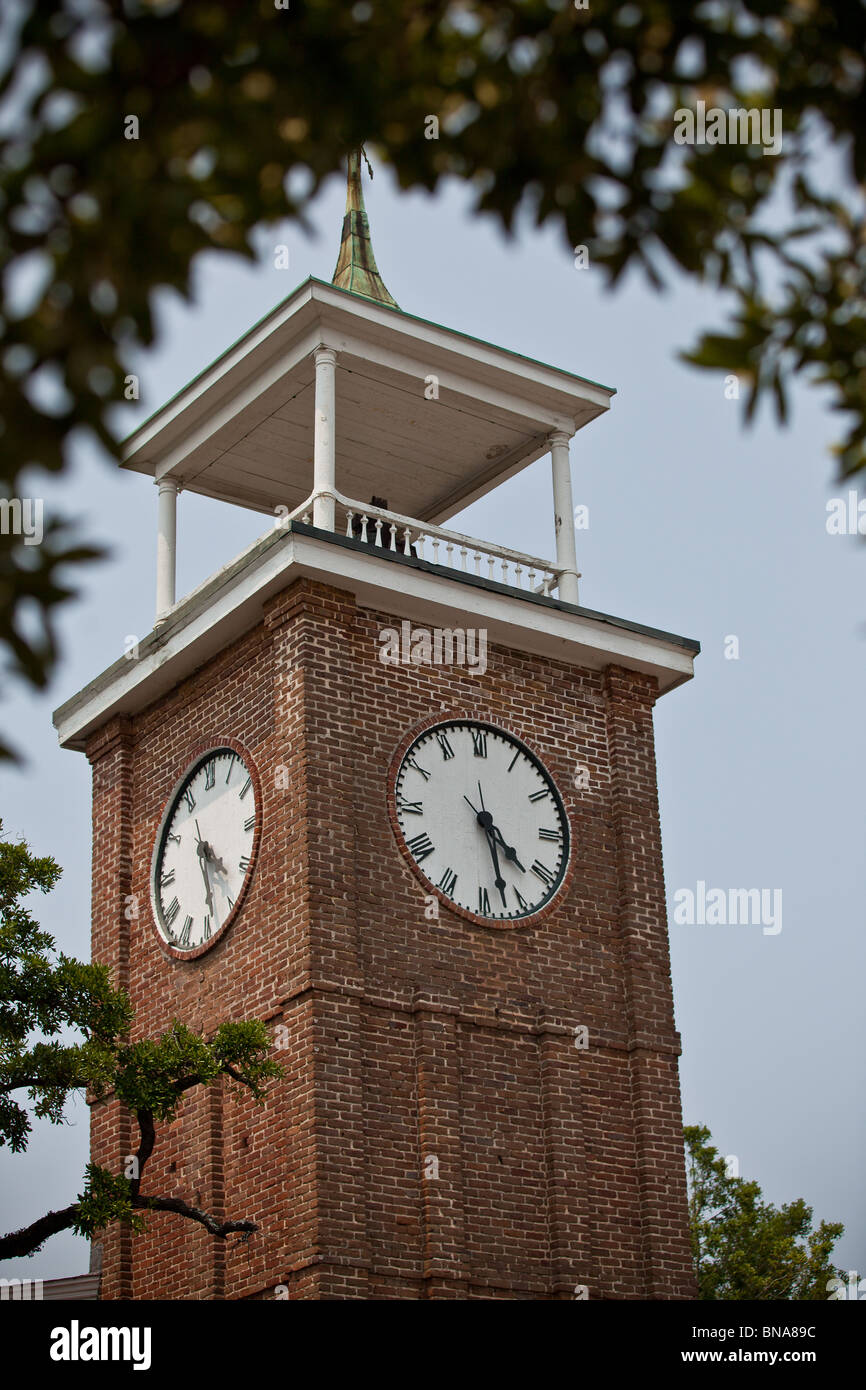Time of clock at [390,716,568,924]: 4:27
